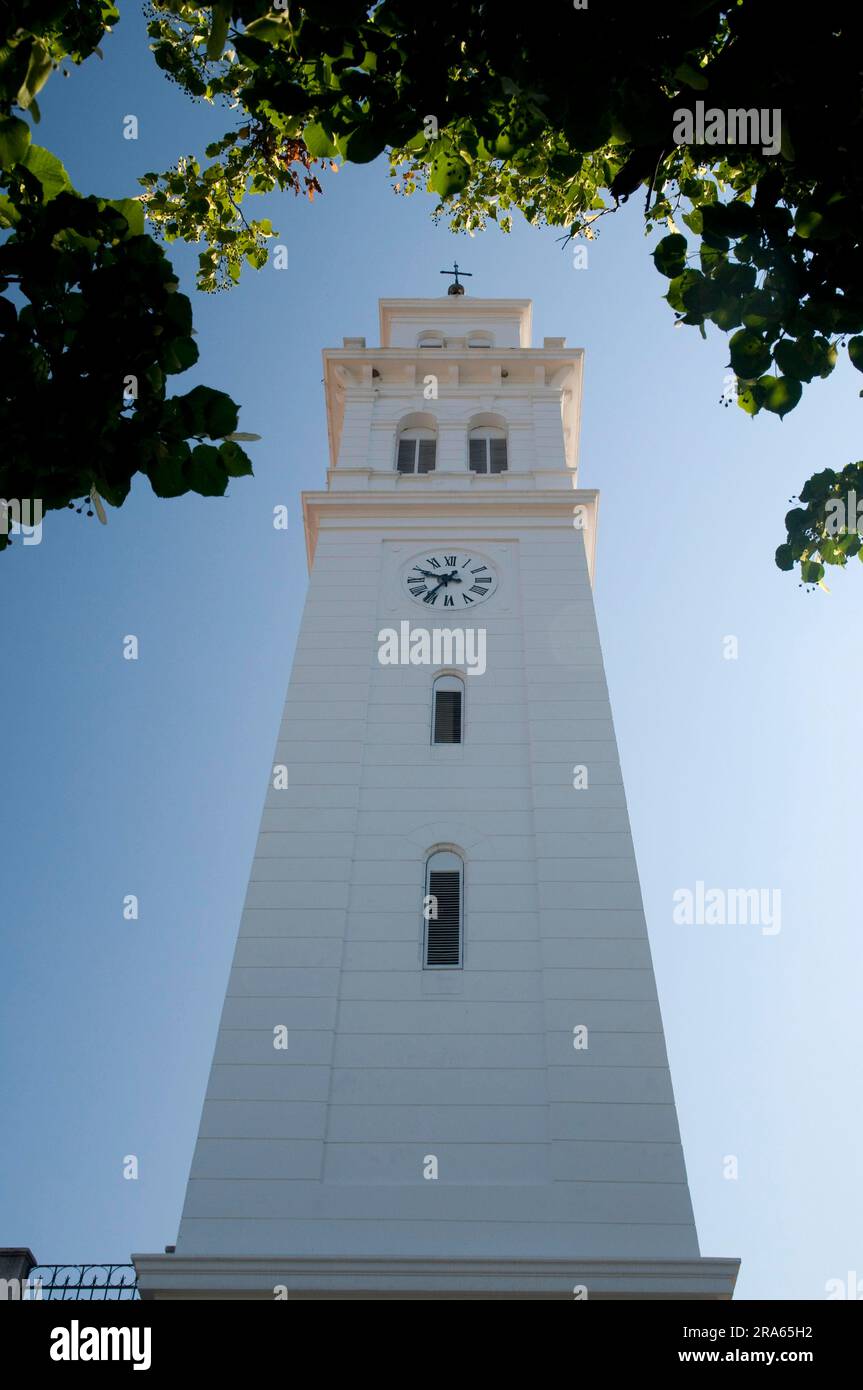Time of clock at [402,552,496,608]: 9:36
